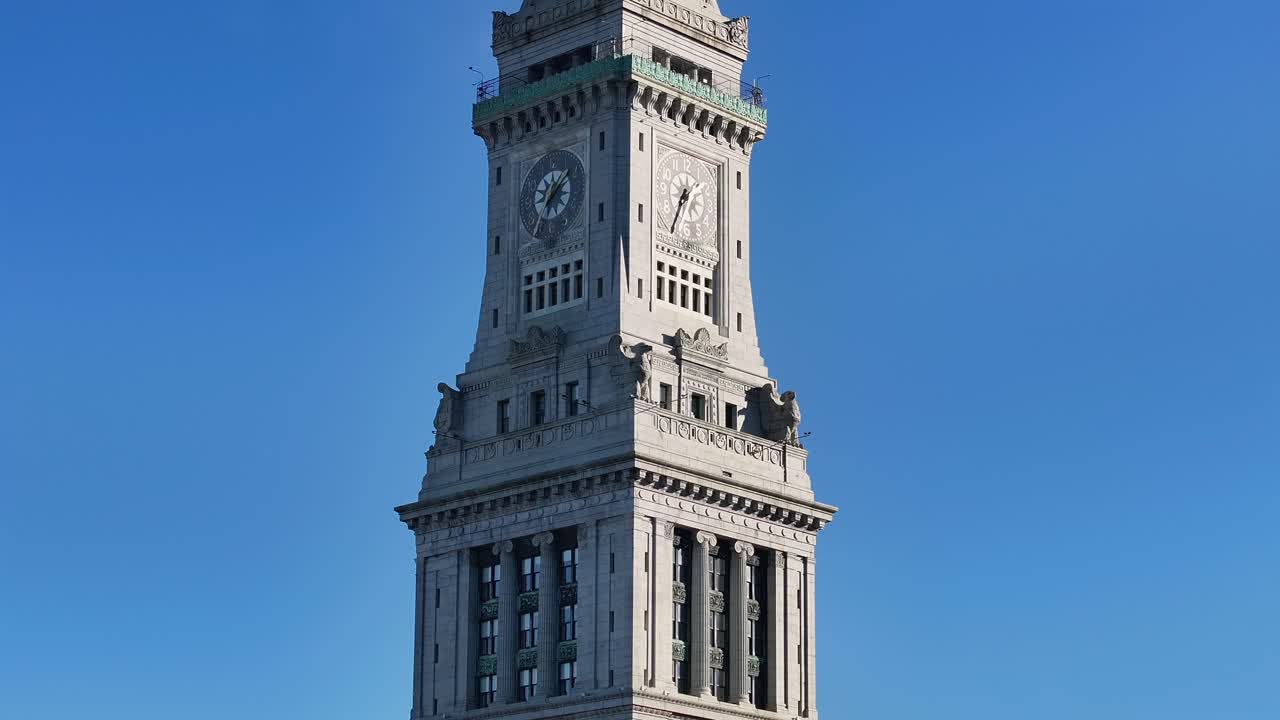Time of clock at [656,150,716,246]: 1:34
